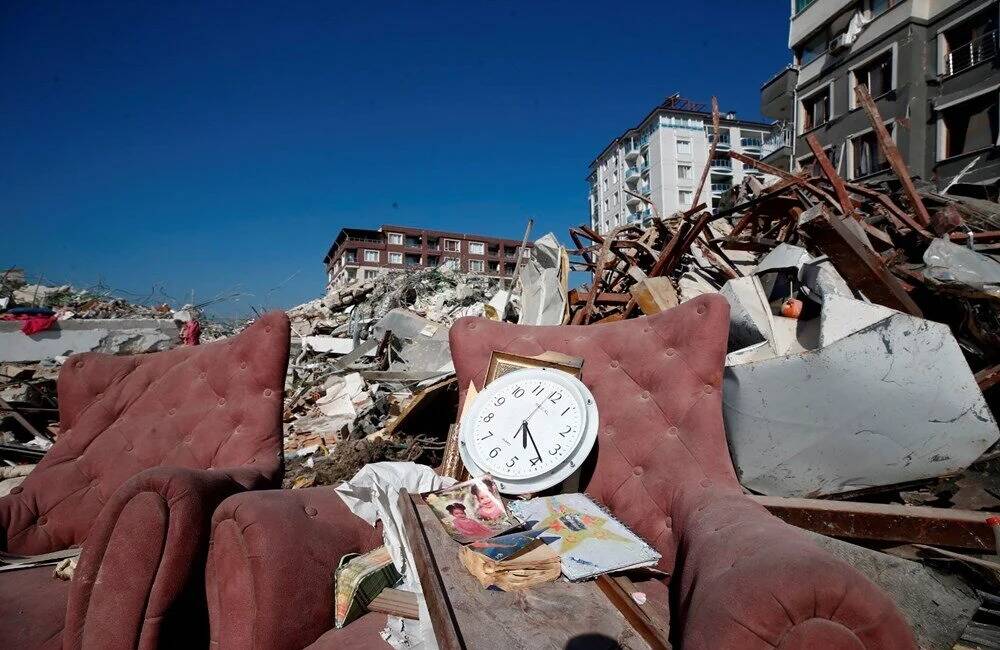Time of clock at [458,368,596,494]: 5:23
